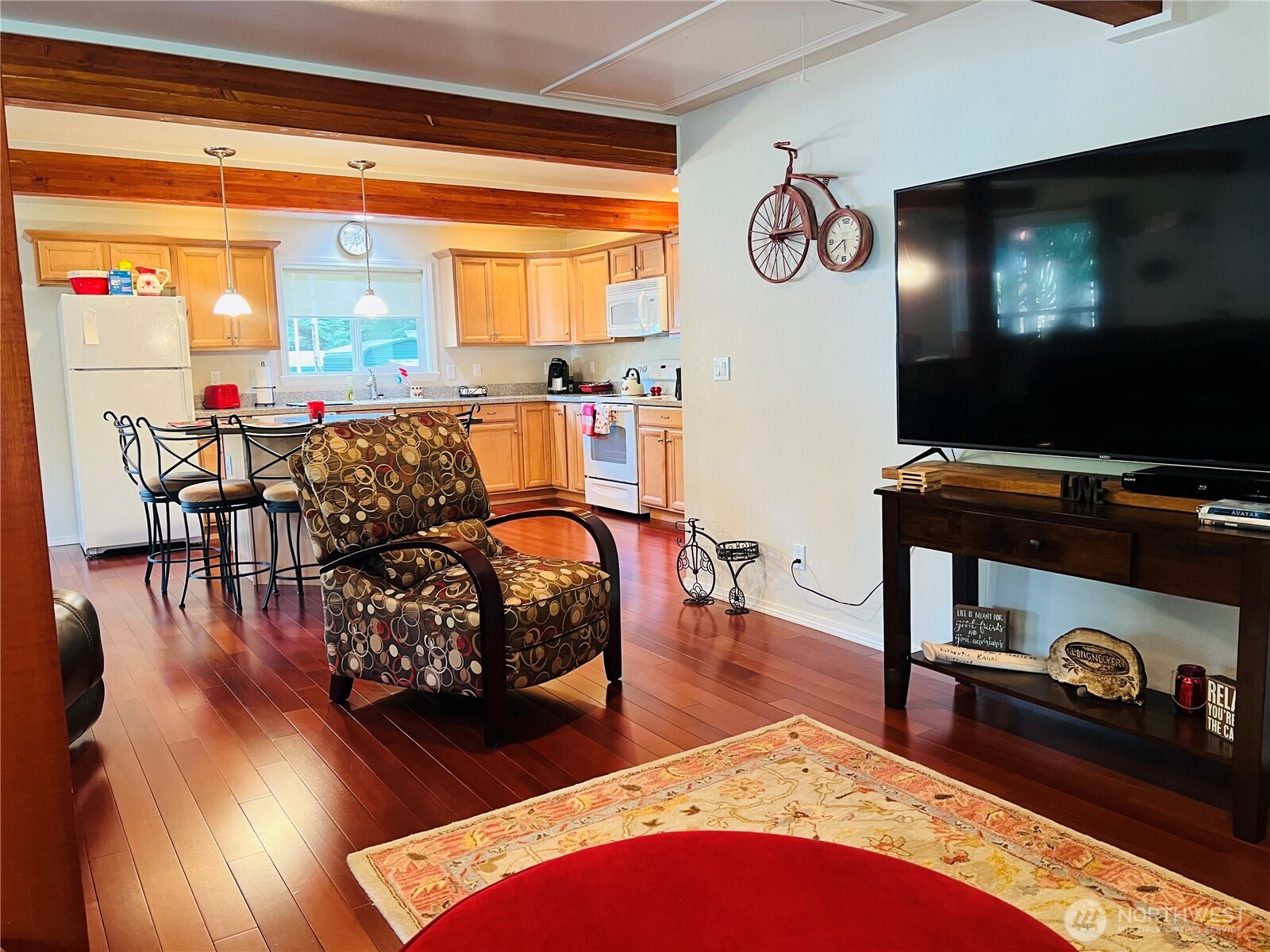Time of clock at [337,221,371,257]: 5:35
